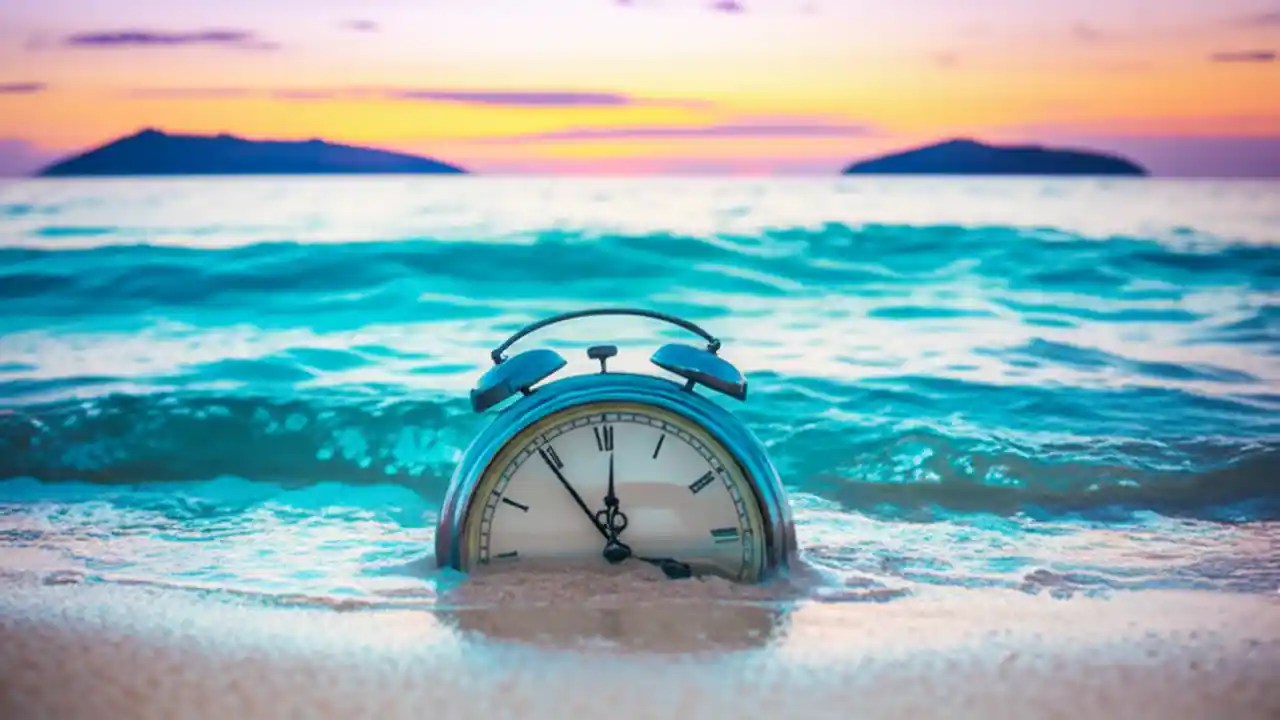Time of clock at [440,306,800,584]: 11:54
